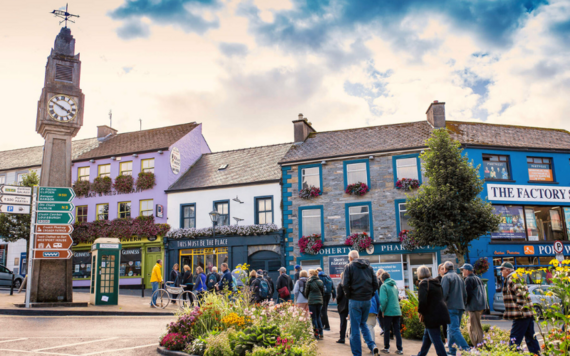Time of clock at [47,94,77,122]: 3:49
